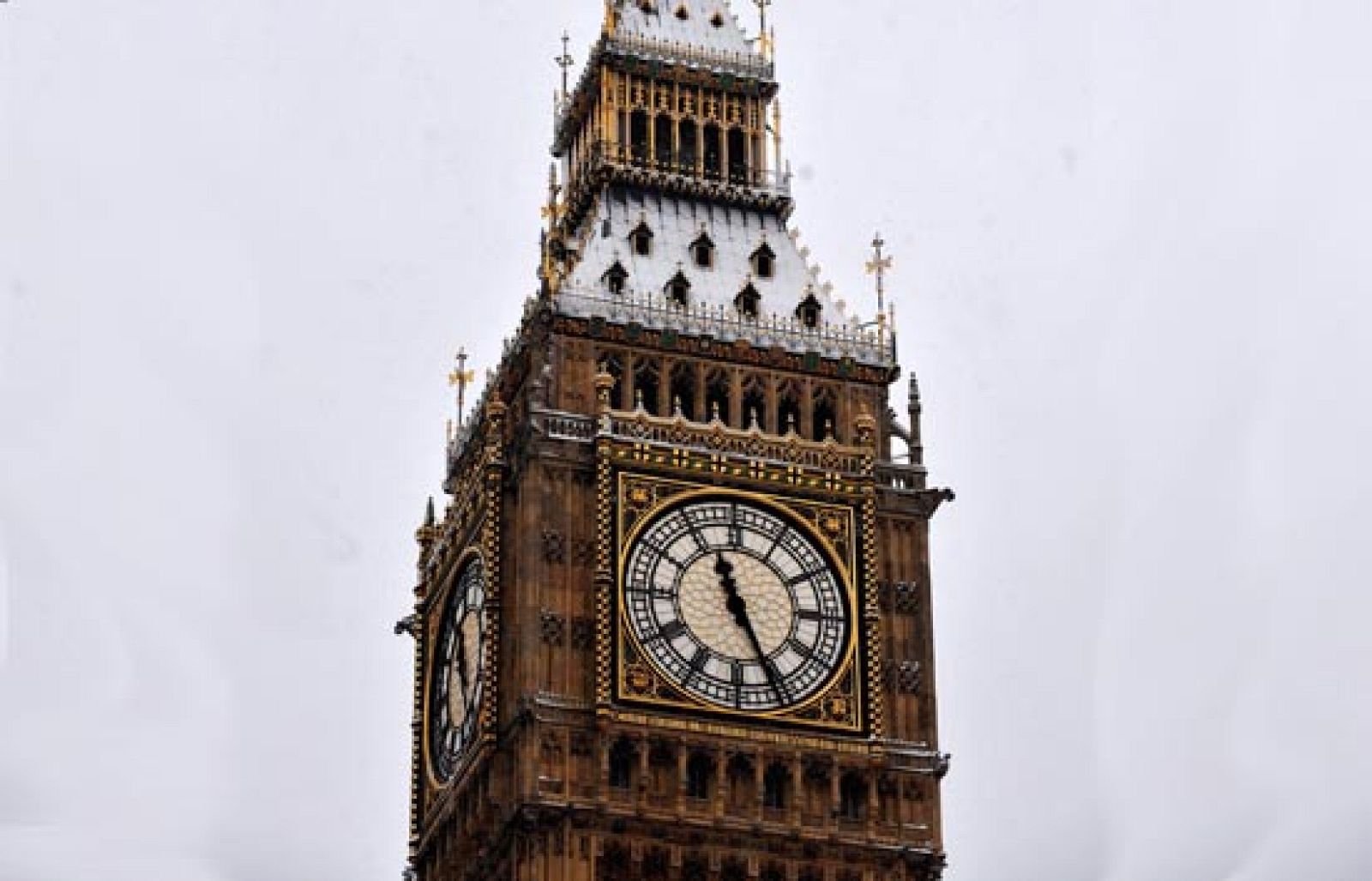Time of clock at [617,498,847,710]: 11:25
